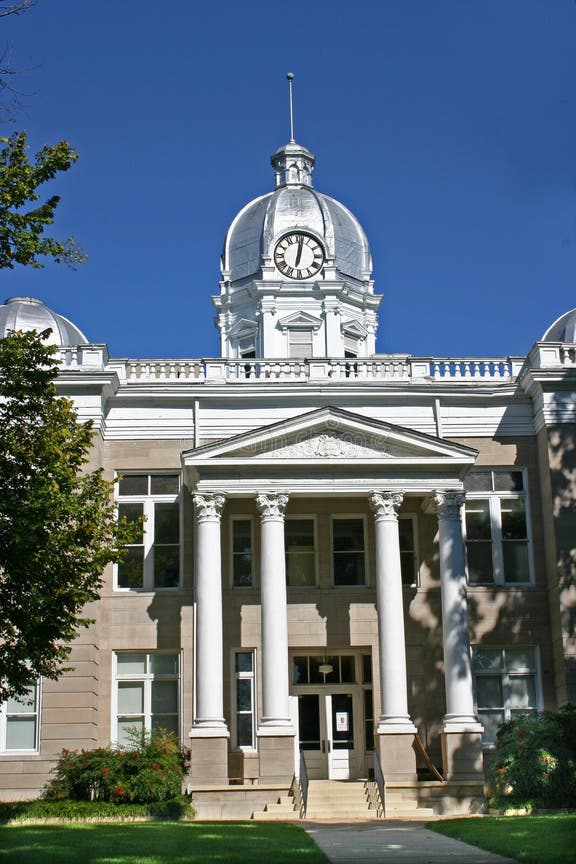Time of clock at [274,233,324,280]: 12:01
